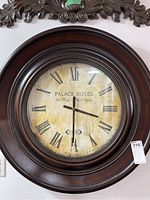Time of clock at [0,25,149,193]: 3:30
